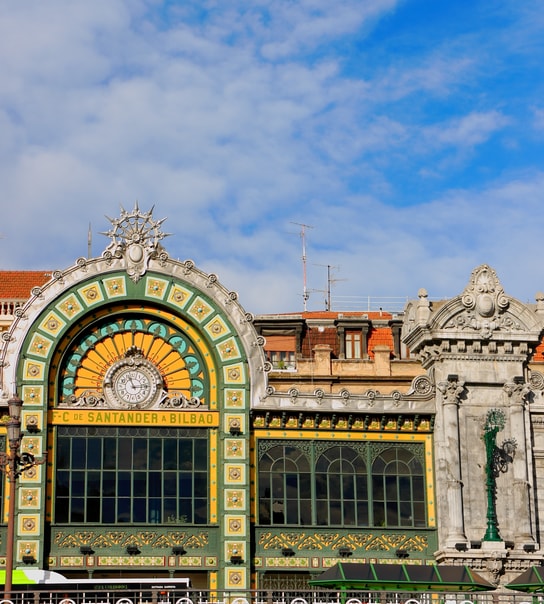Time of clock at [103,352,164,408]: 11:14
